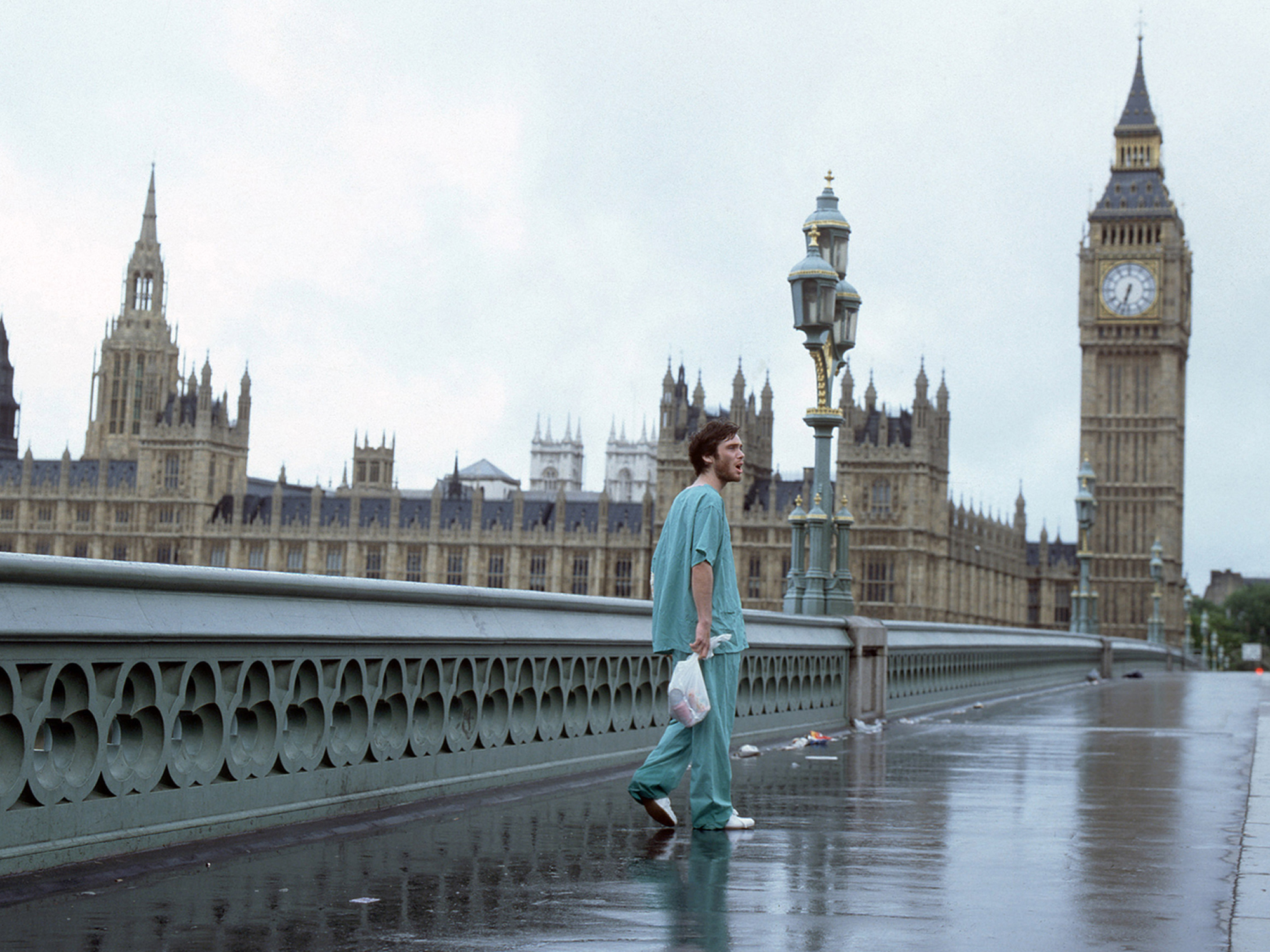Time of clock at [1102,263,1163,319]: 6:32
